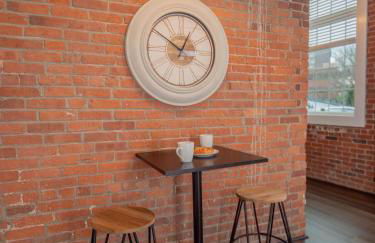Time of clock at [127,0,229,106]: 12:50
